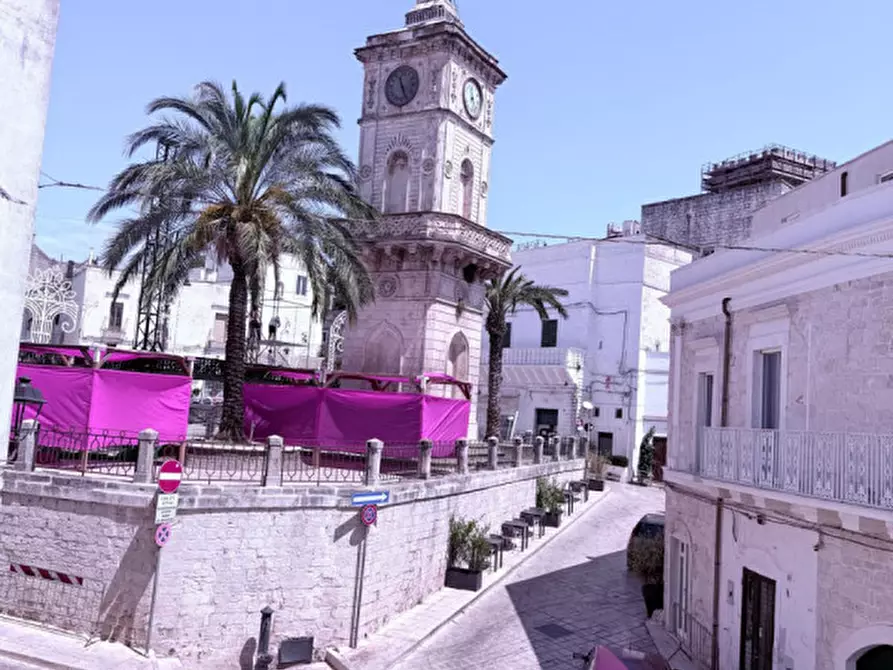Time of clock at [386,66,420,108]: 11:25
